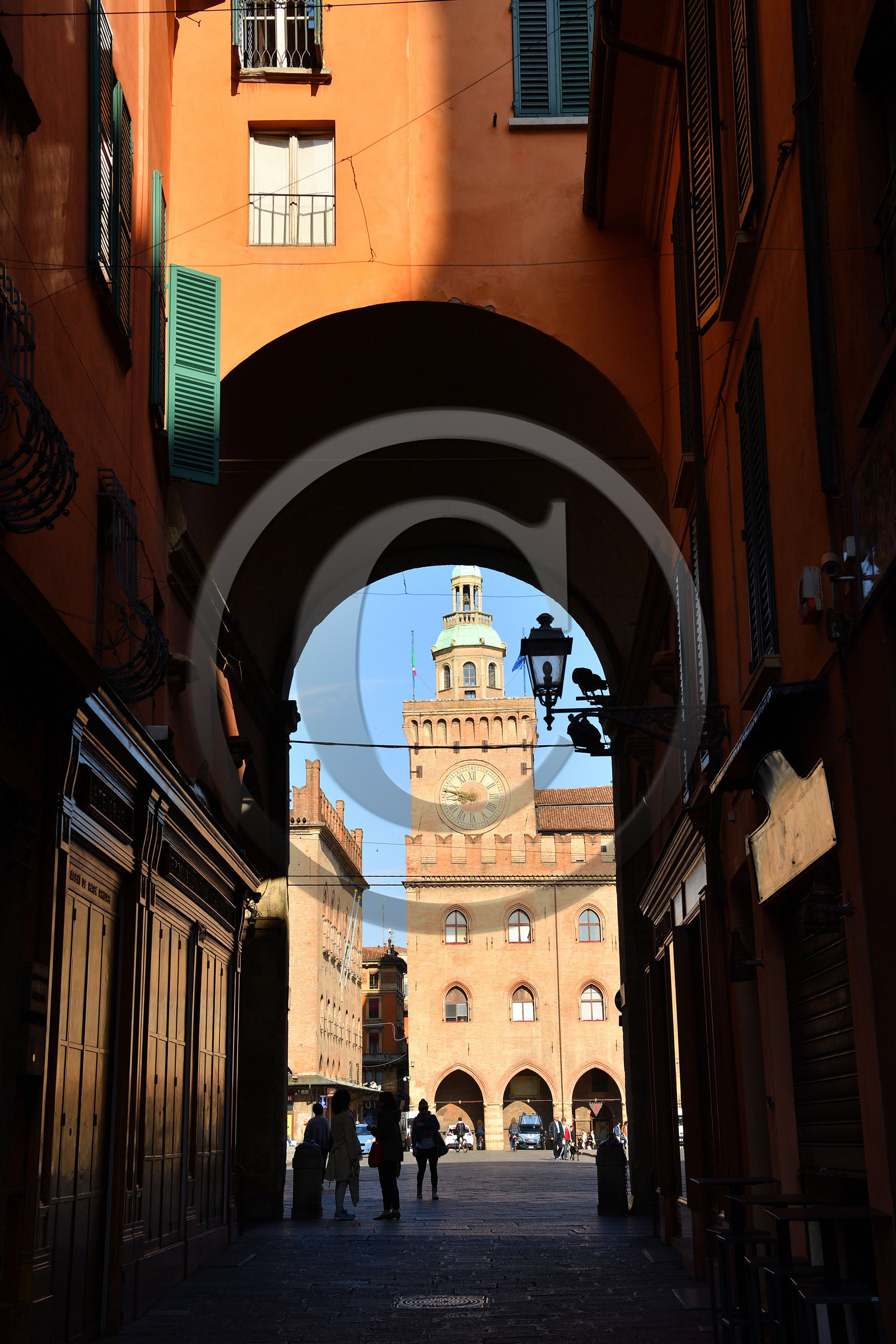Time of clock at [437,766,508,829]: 8:47
